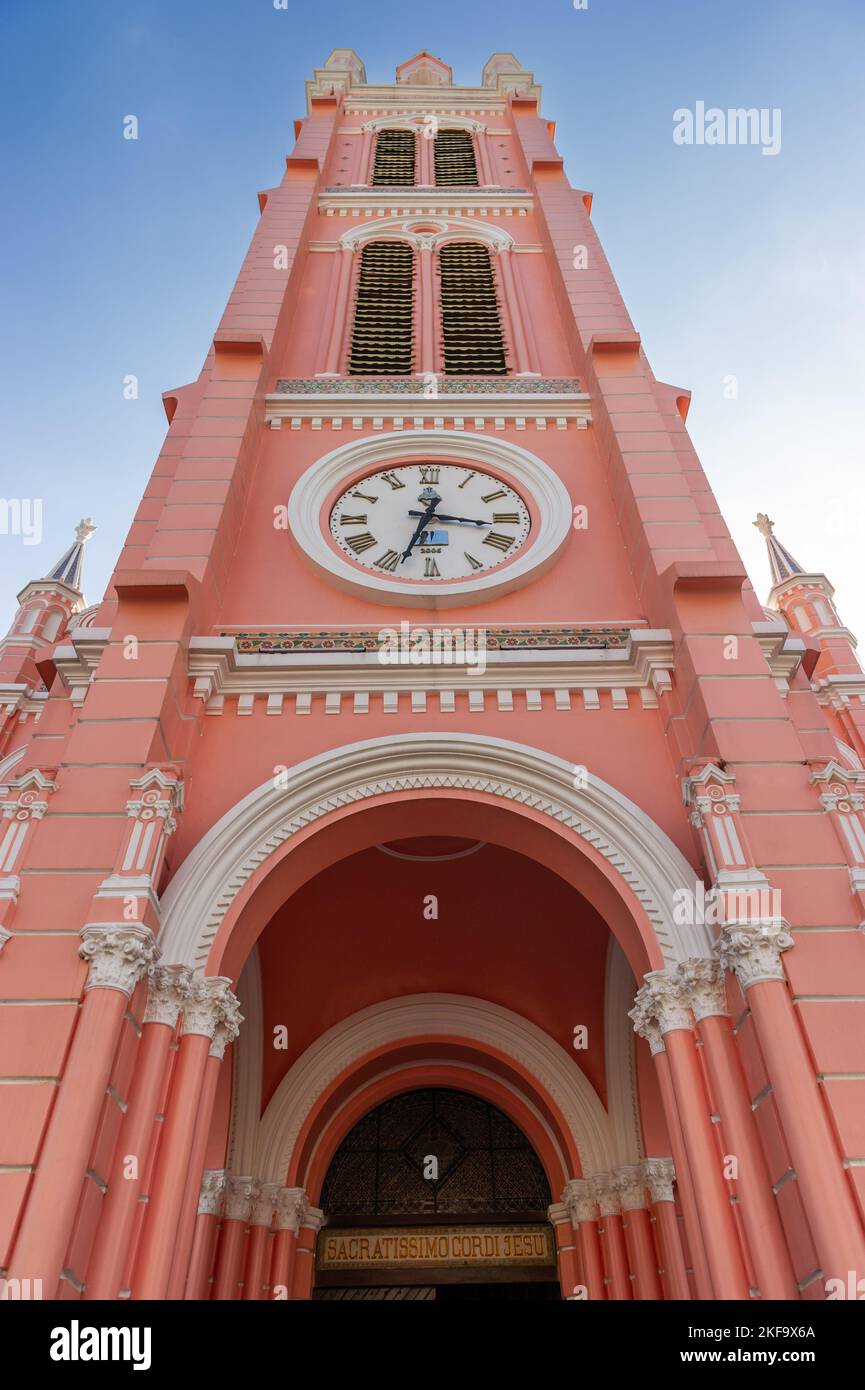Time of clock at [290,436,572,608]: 3:33
